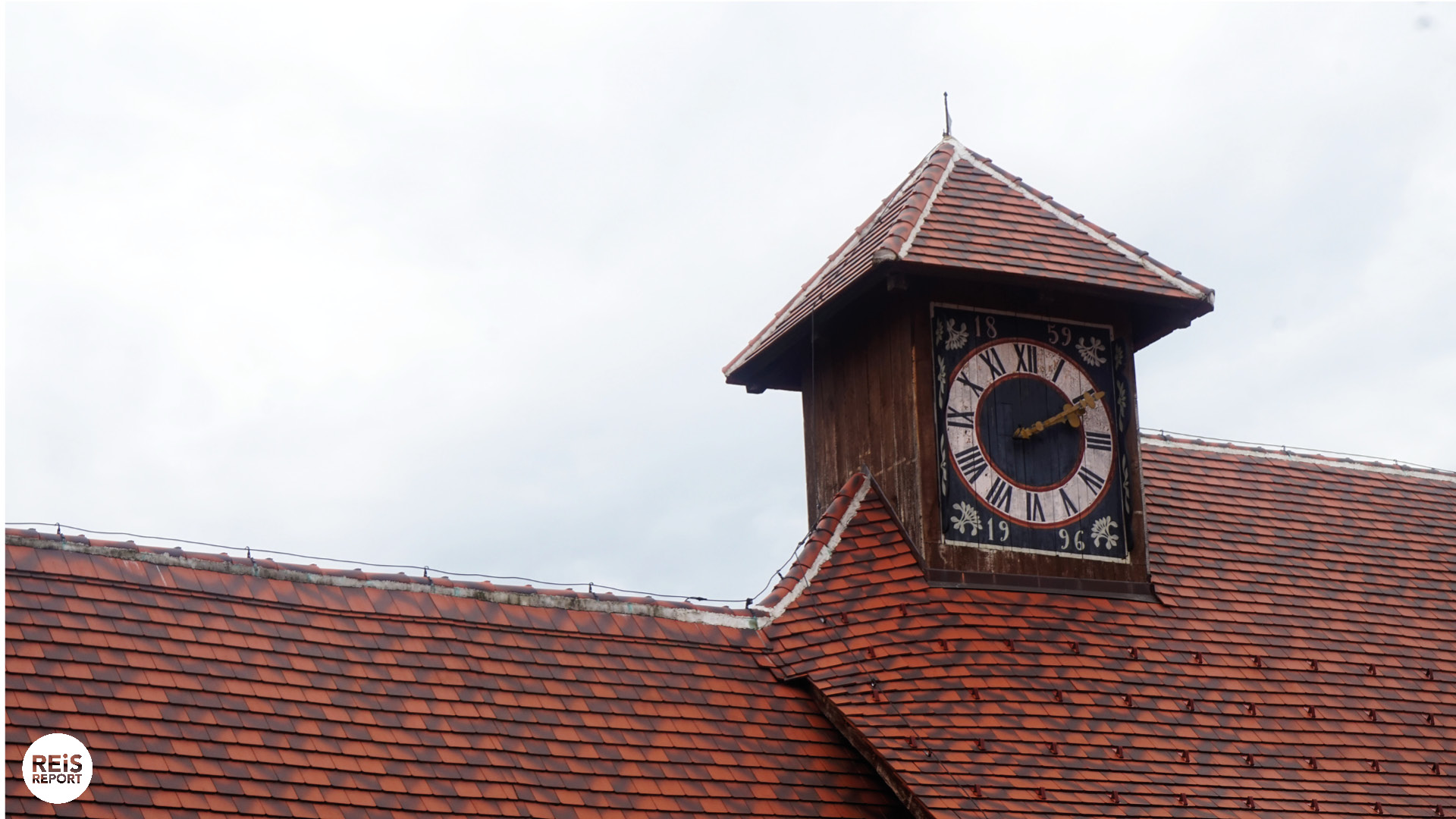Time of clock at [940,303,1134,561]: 2:09
